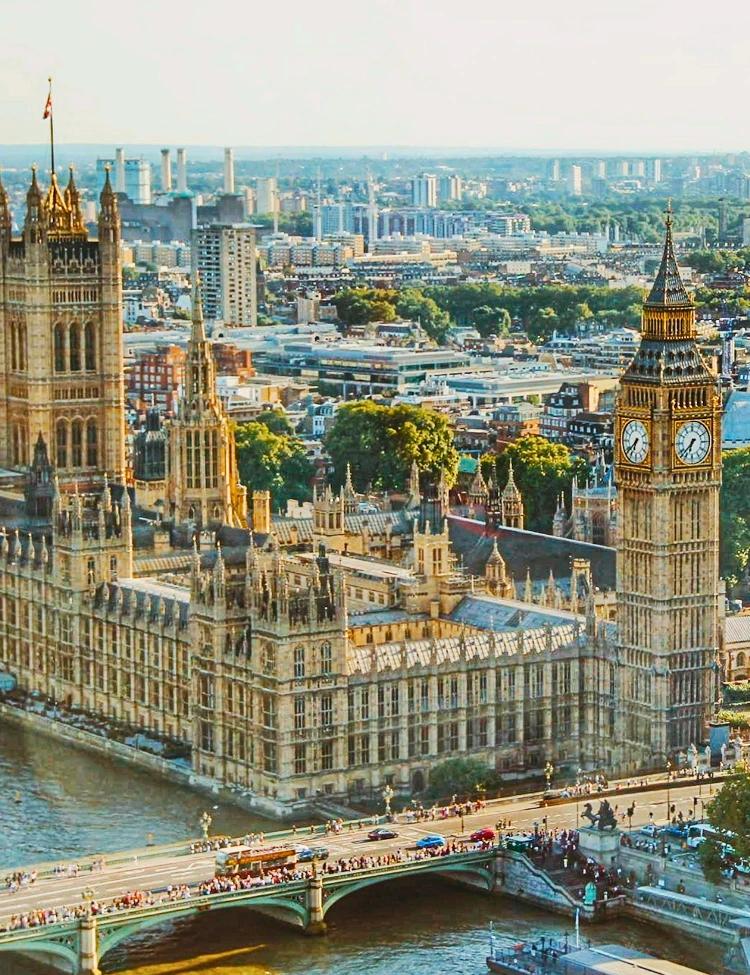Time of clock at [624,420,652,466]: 6:38
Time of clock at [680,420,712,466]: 6:37
